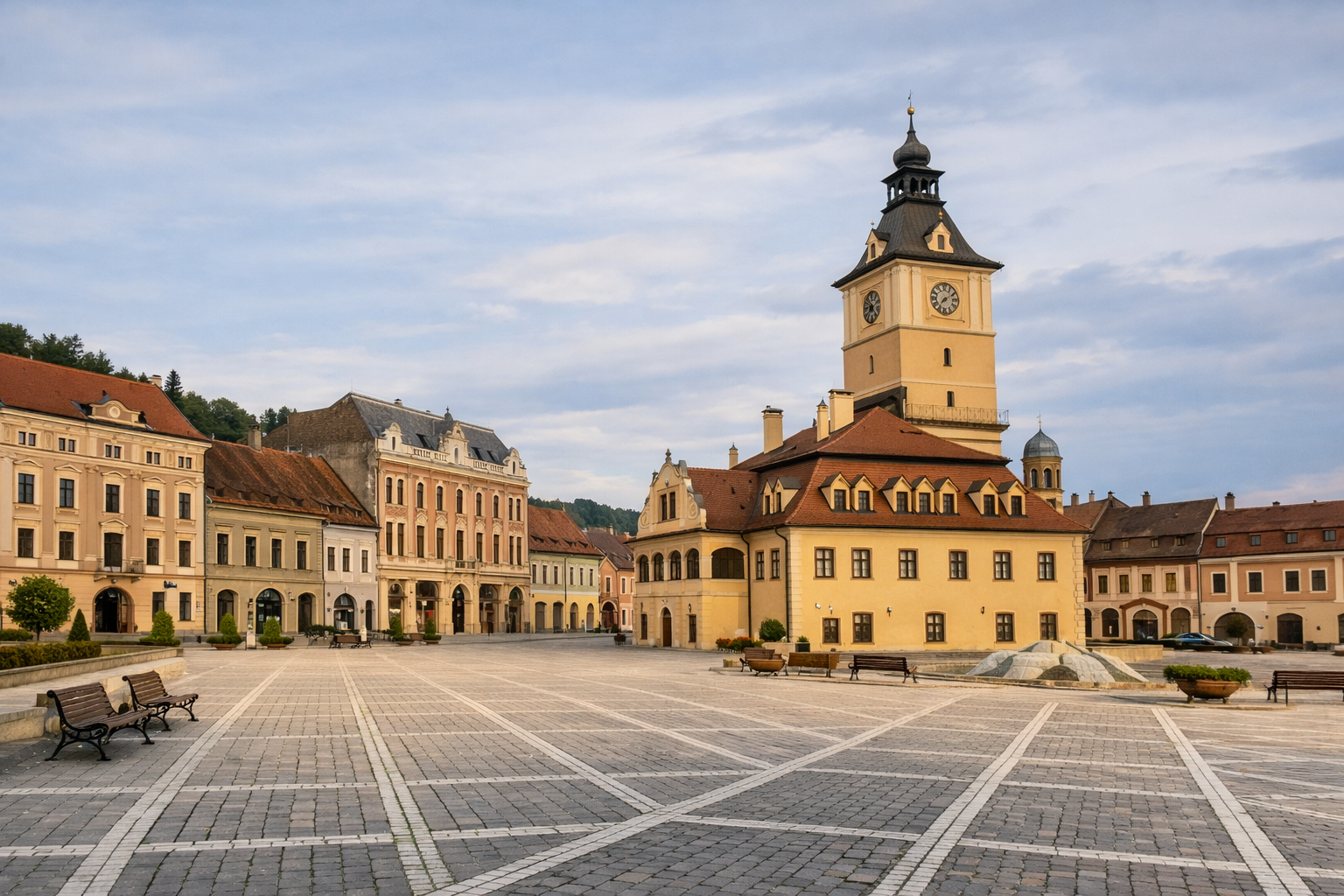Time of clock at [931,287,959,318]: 7:09
